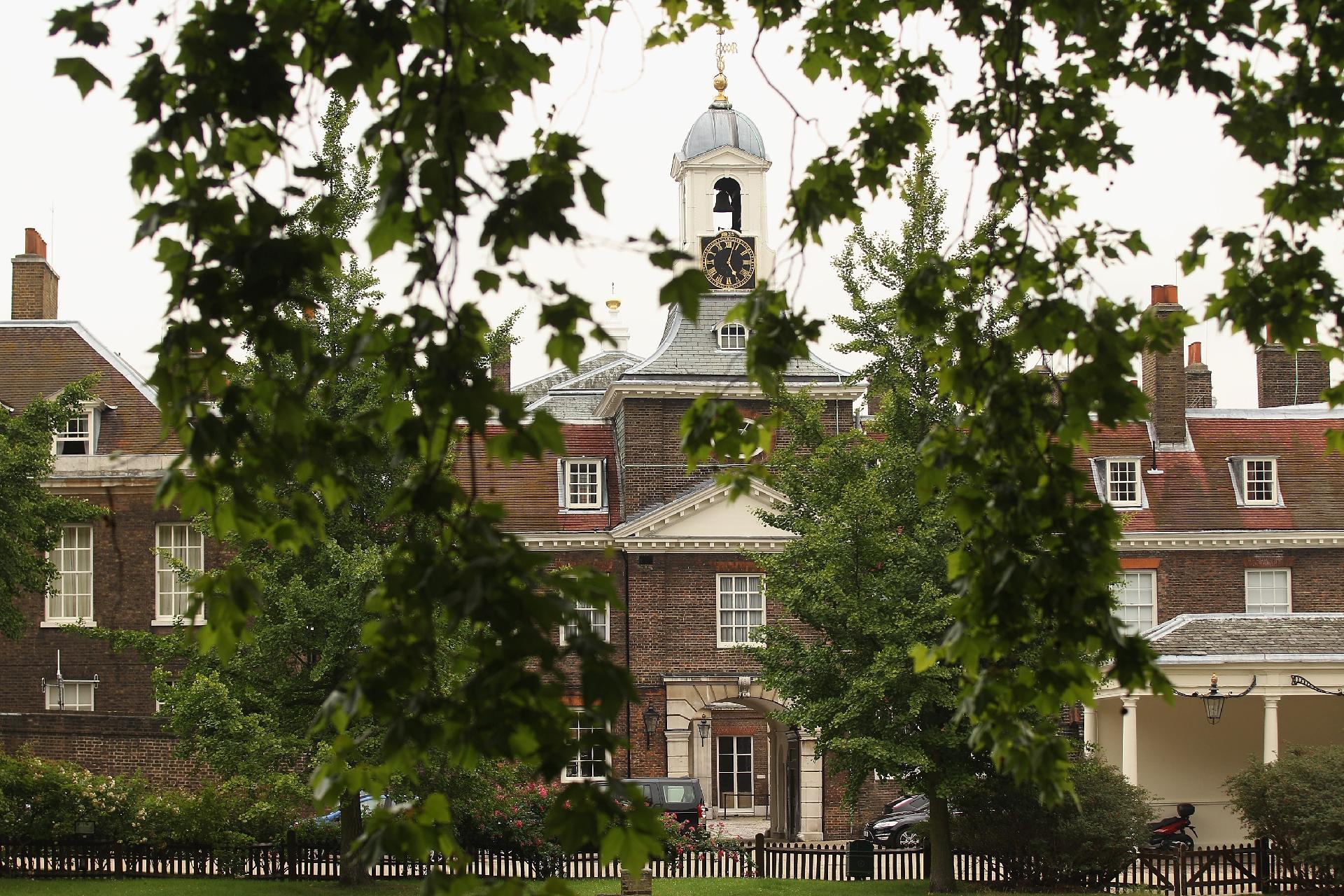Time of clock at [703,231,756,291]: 5:03
